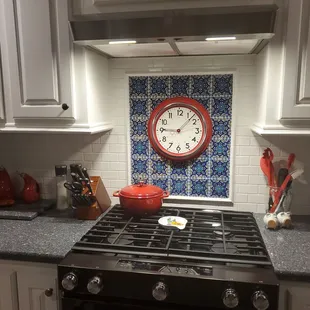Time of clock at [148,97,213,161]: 9:07
